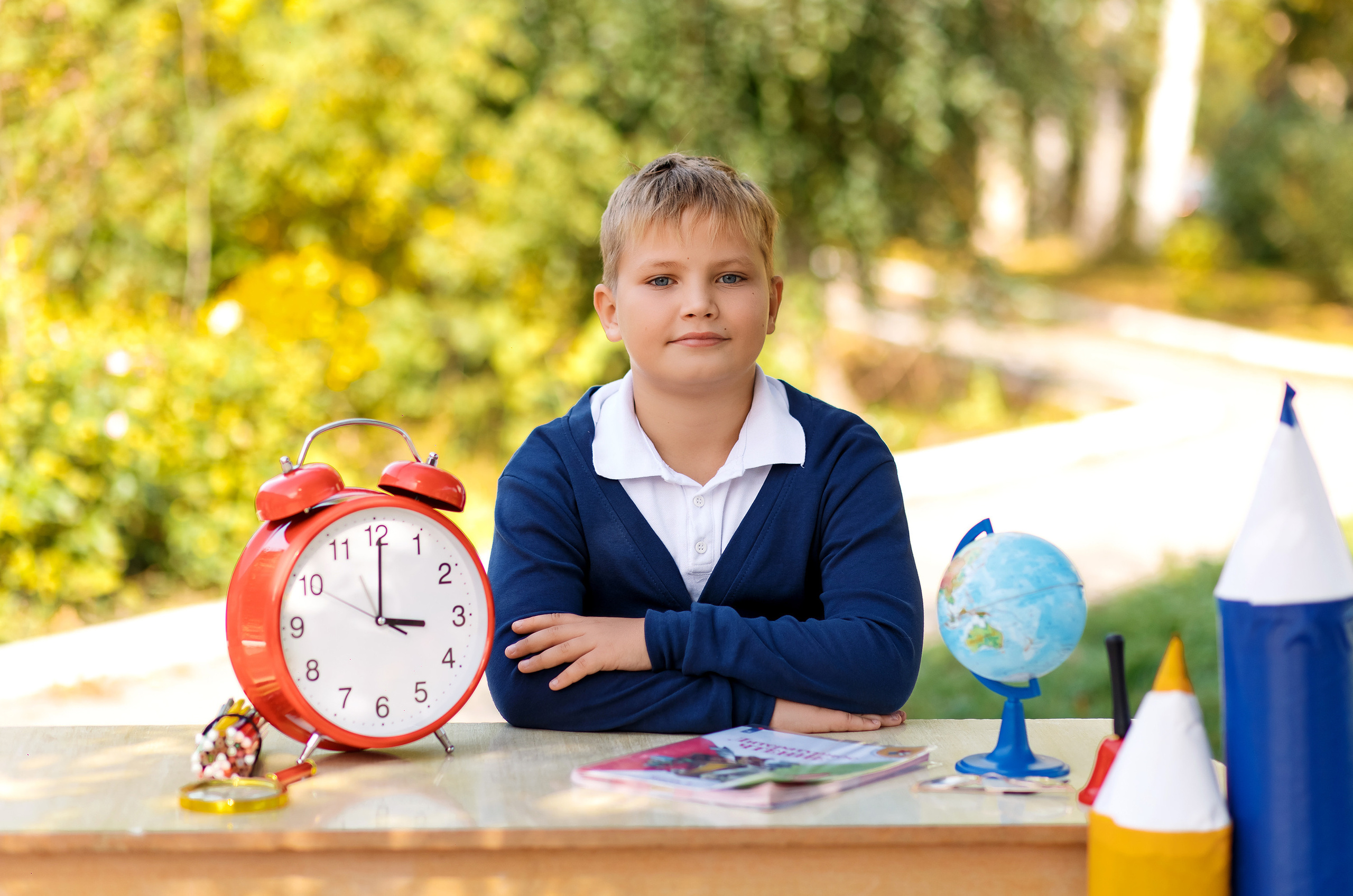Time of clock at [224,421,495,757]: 3:00
